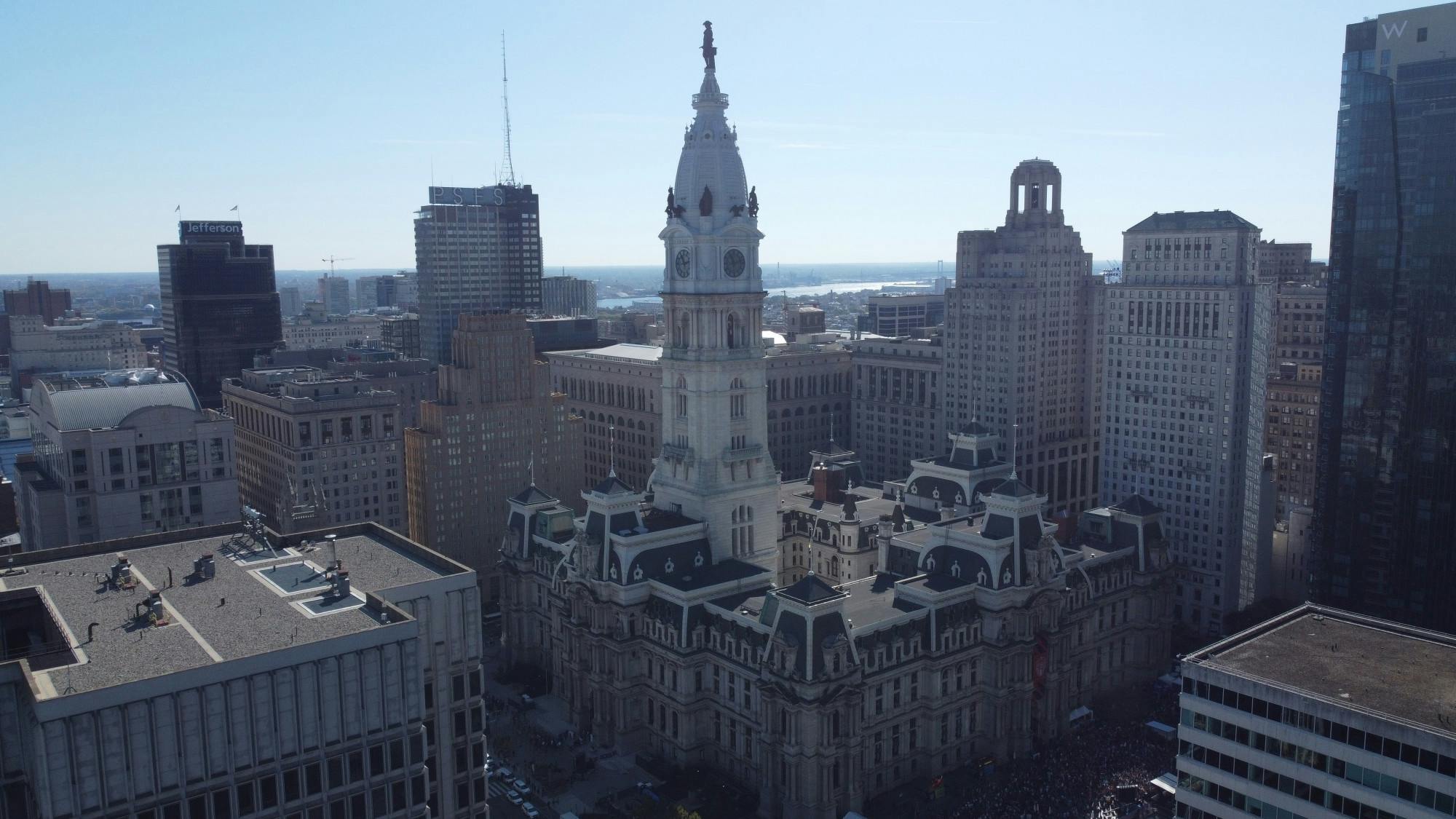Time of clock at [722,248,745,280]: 11:12
